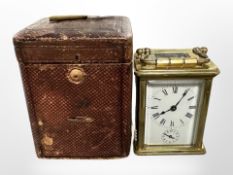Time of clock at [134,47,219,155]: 8:06
